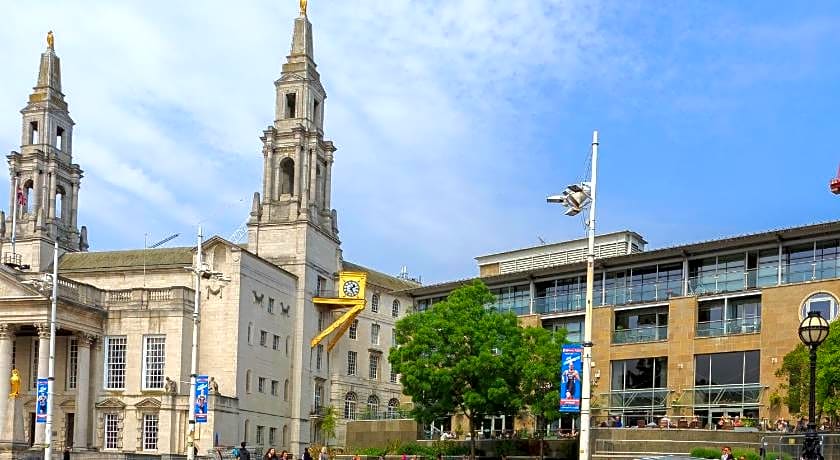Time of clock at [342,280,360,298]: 1:25
